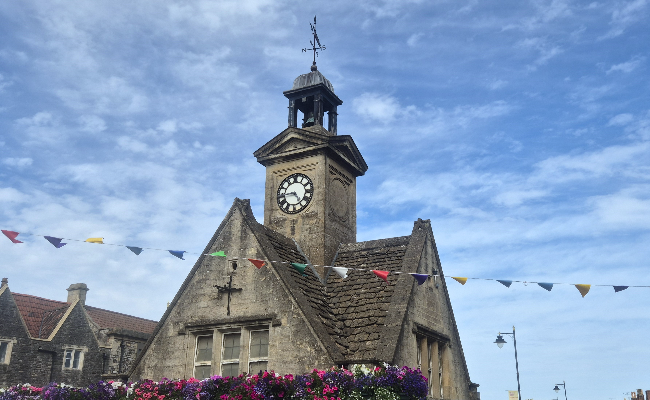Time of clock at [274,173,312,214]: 4:44
